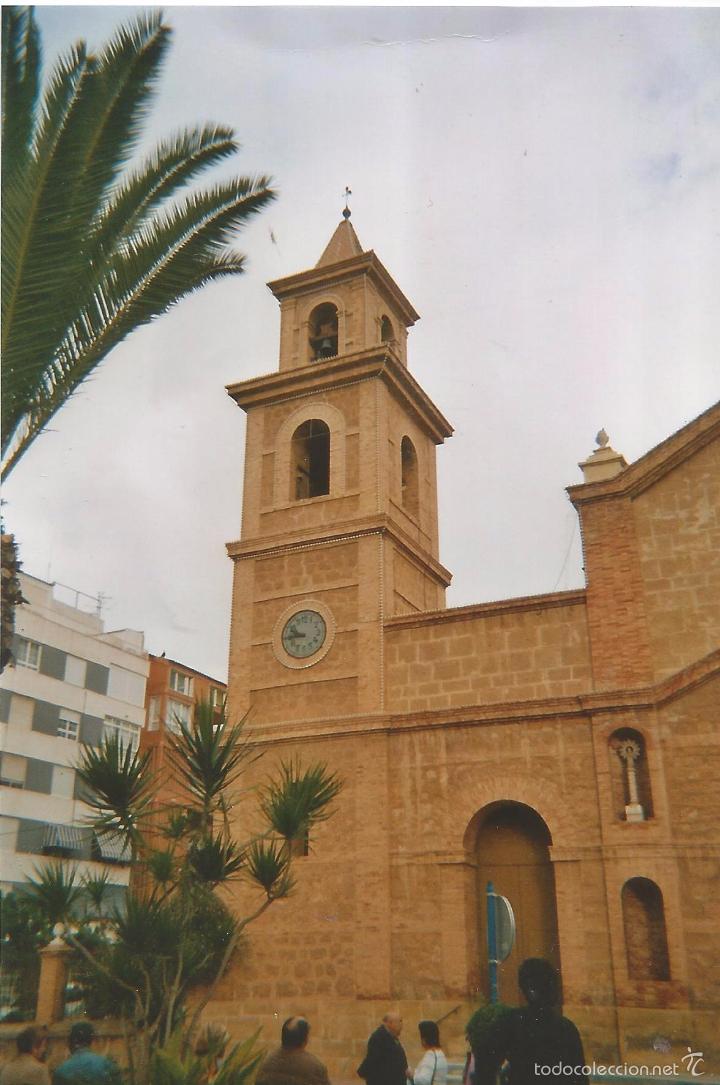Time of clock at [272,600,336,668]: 9:44
